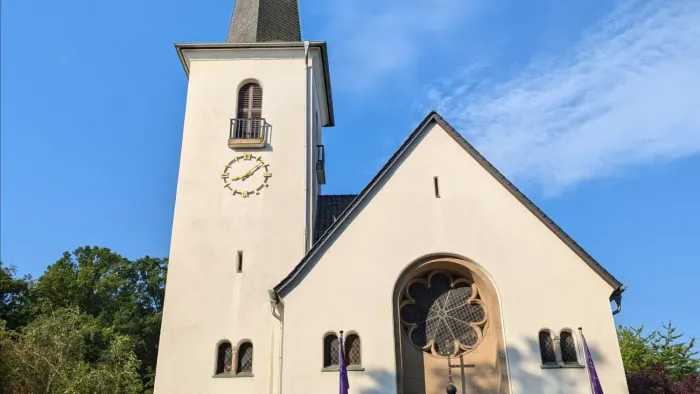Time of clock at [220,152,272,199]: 8:08
